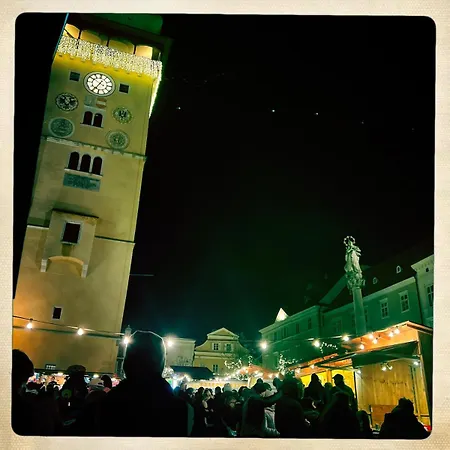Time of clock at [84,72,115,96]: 7:04
